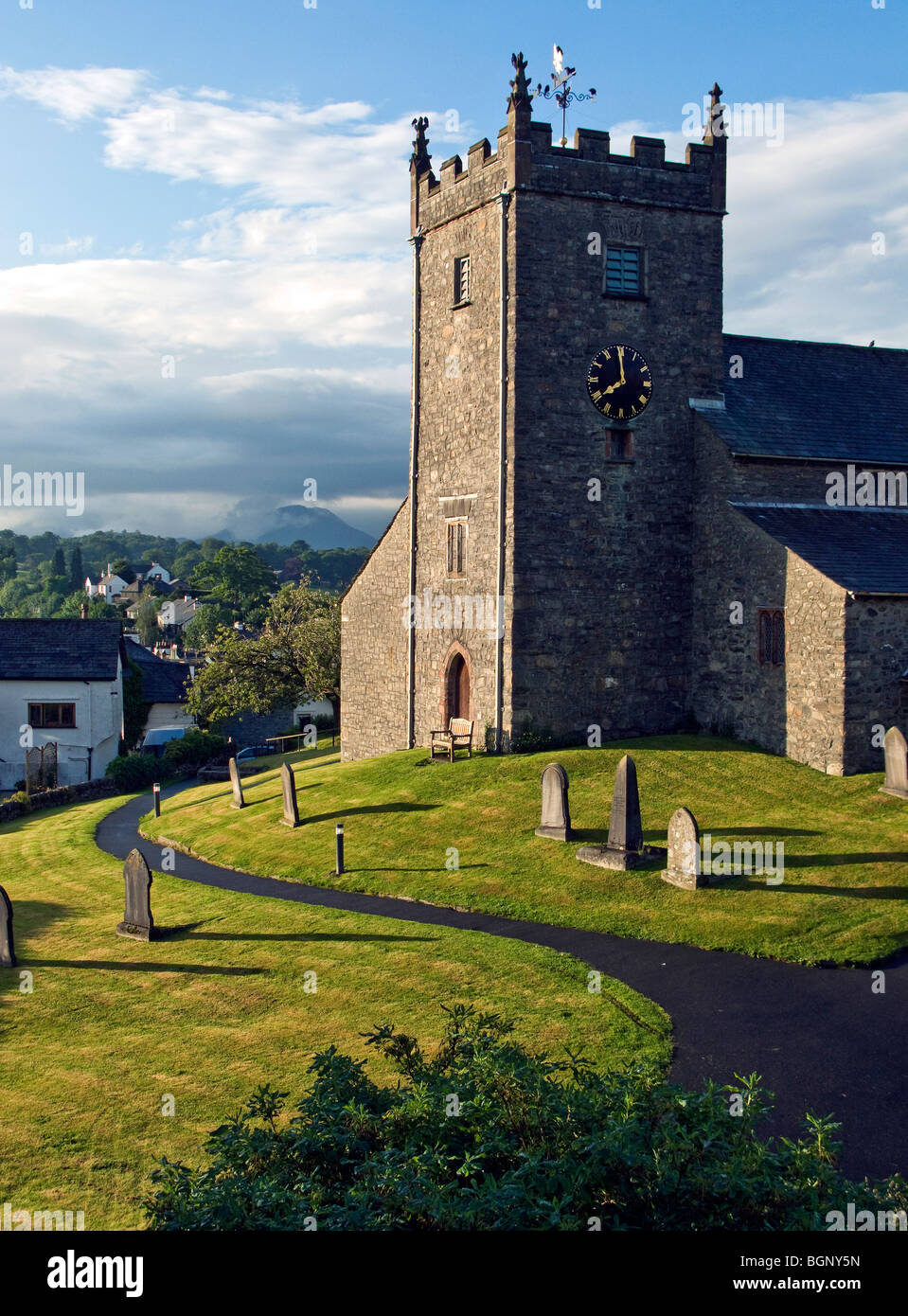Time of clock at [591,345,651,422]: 7:59
